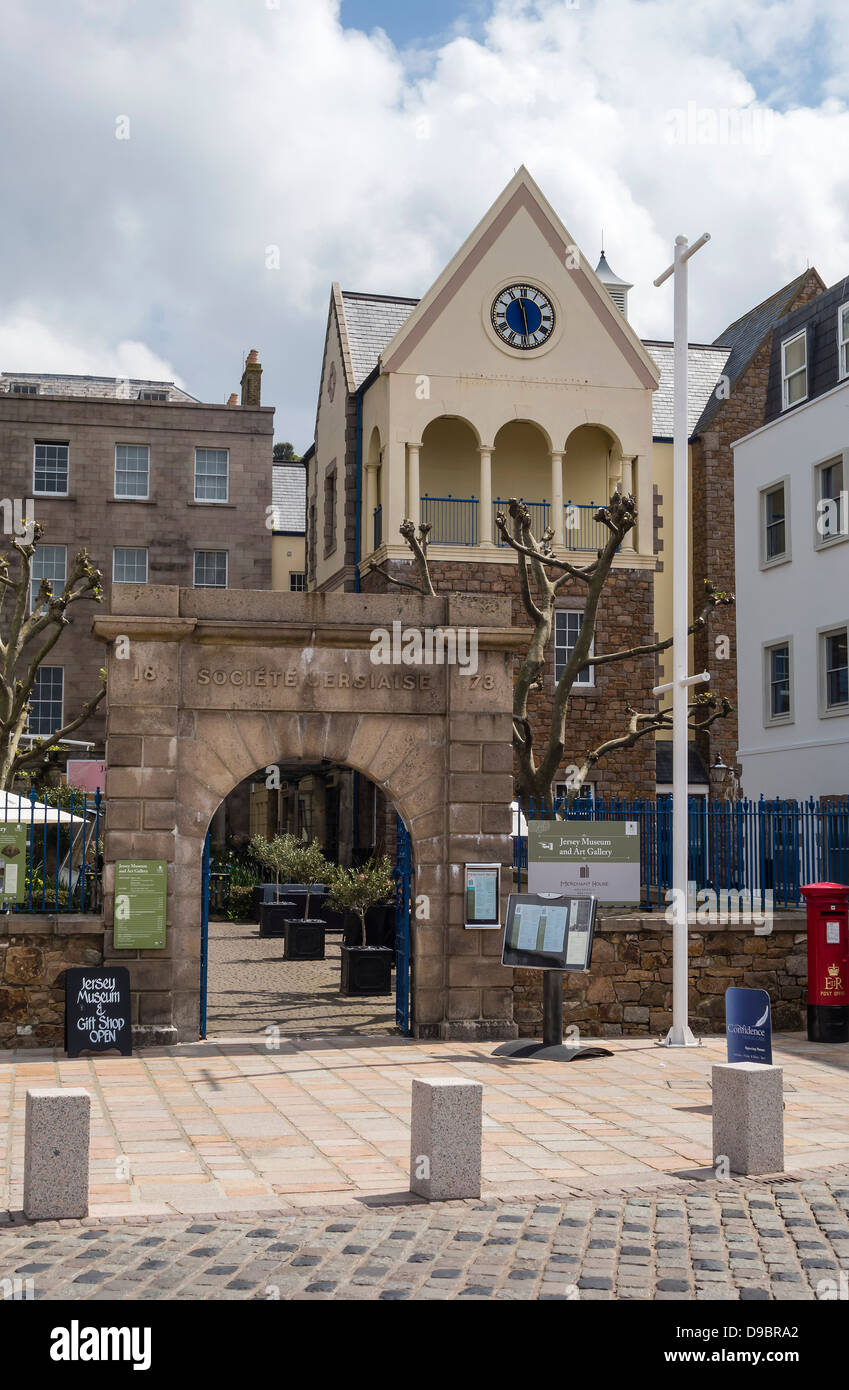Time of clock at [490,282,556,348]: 11:28
